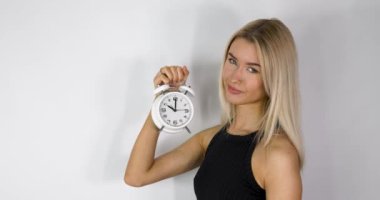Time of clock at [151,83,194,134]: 10:00
